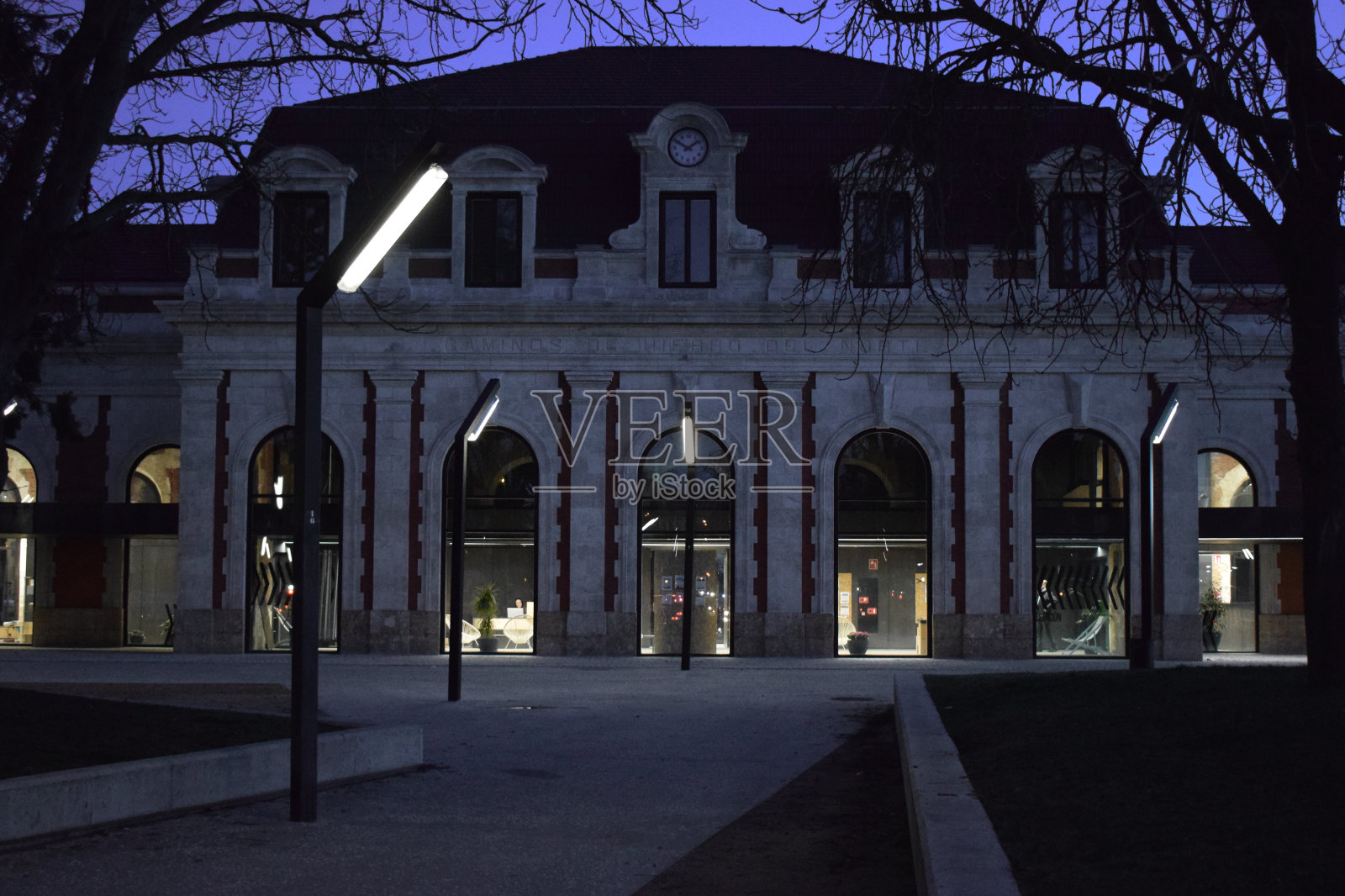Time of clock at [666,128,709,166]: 1:50
